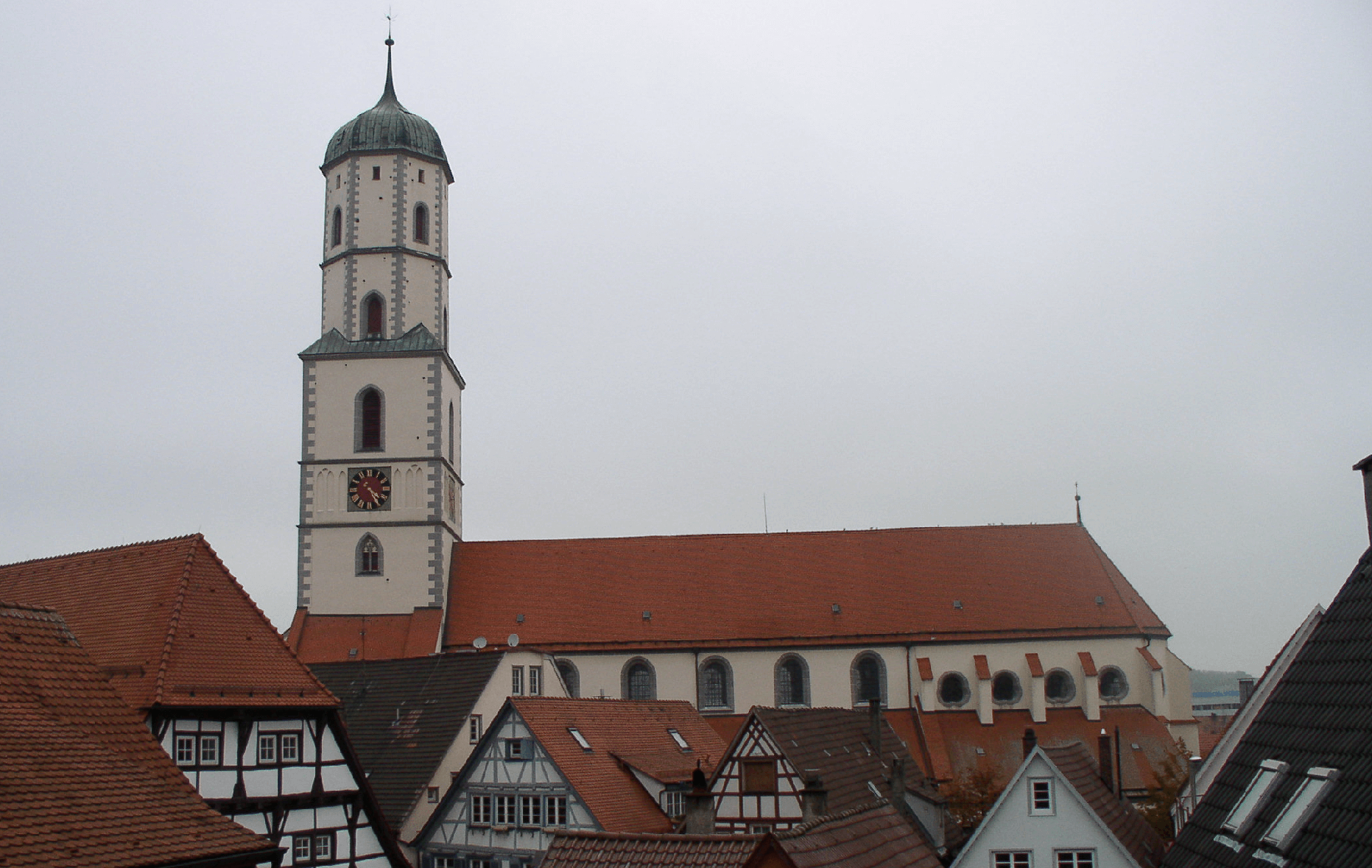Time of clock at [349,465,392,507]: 4:24
